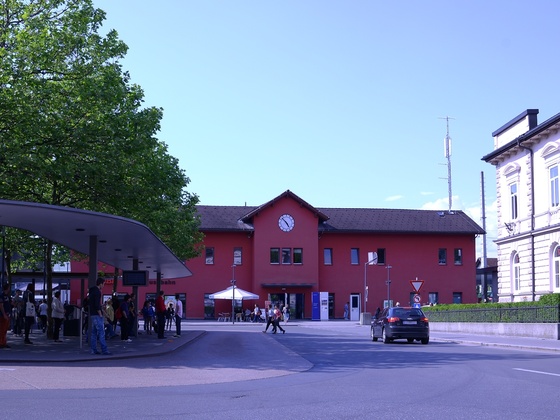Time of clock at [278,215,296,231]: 4:52
